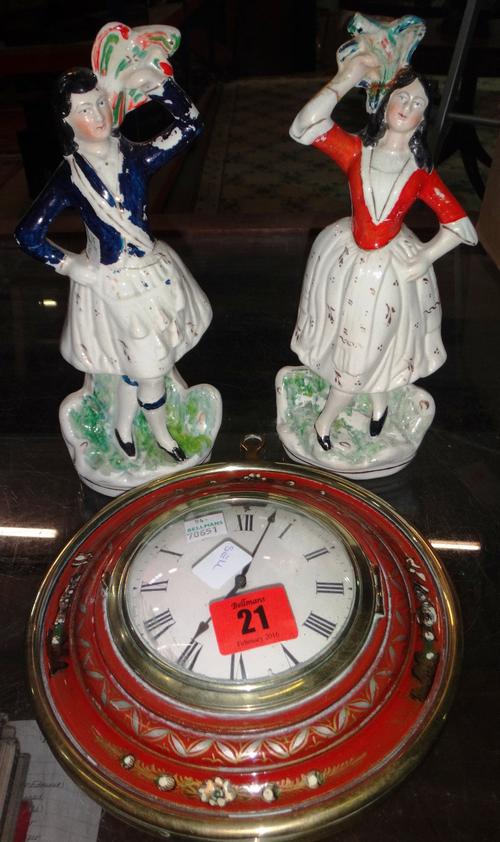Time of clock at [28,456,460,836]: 5:03
